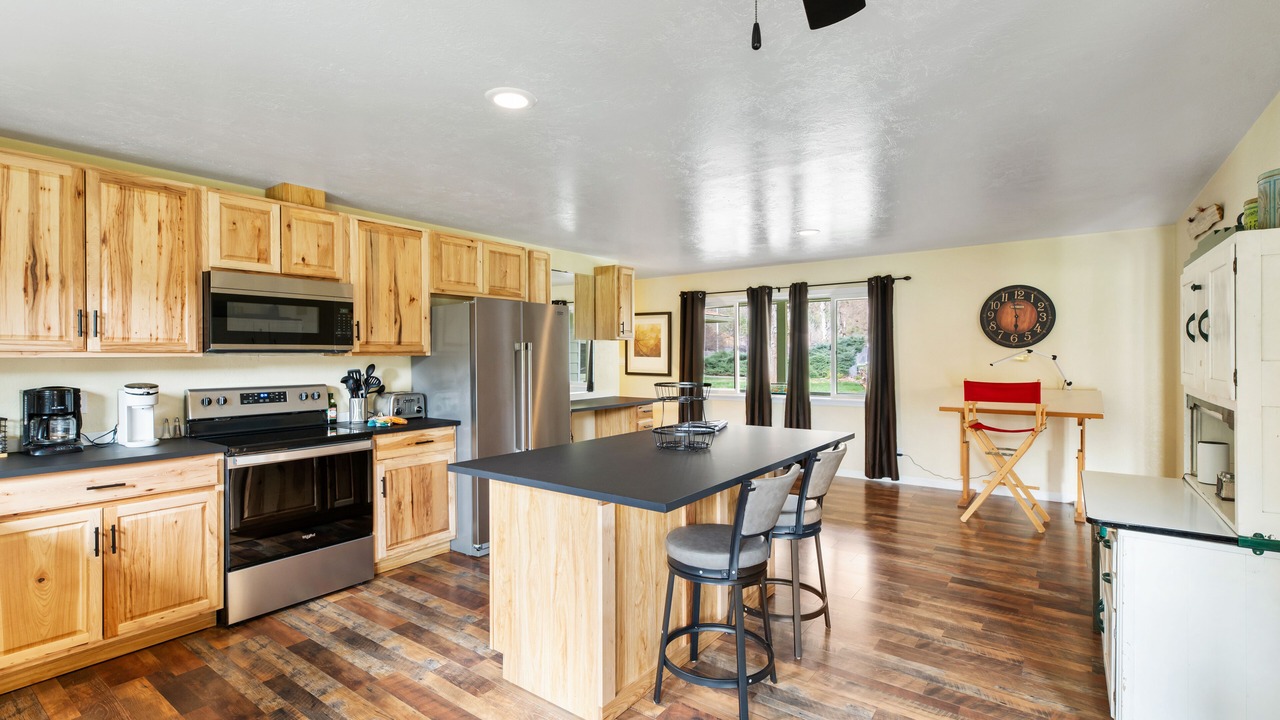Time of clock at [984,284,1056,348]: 5:57
